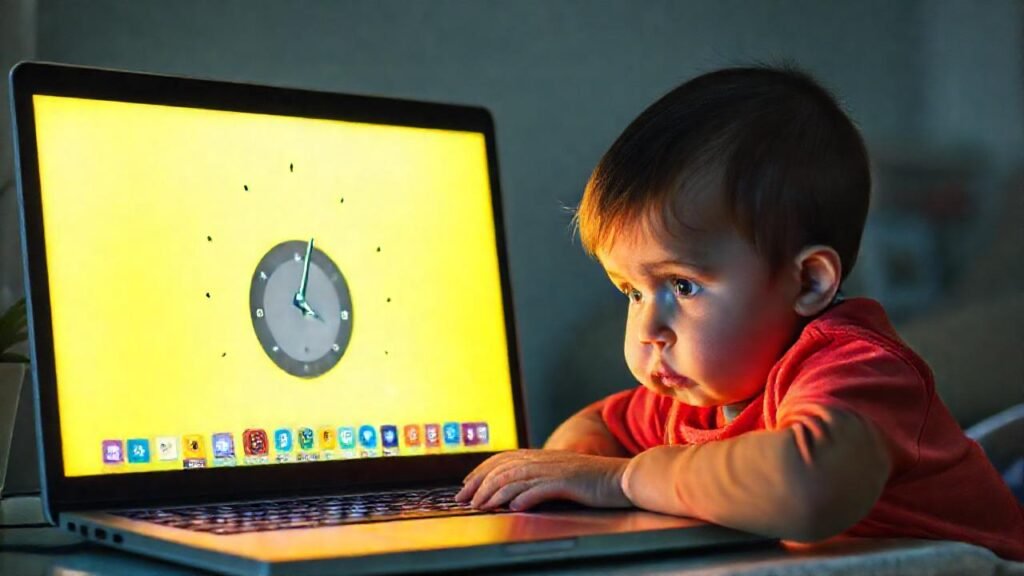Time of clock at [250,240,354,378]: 4:02
